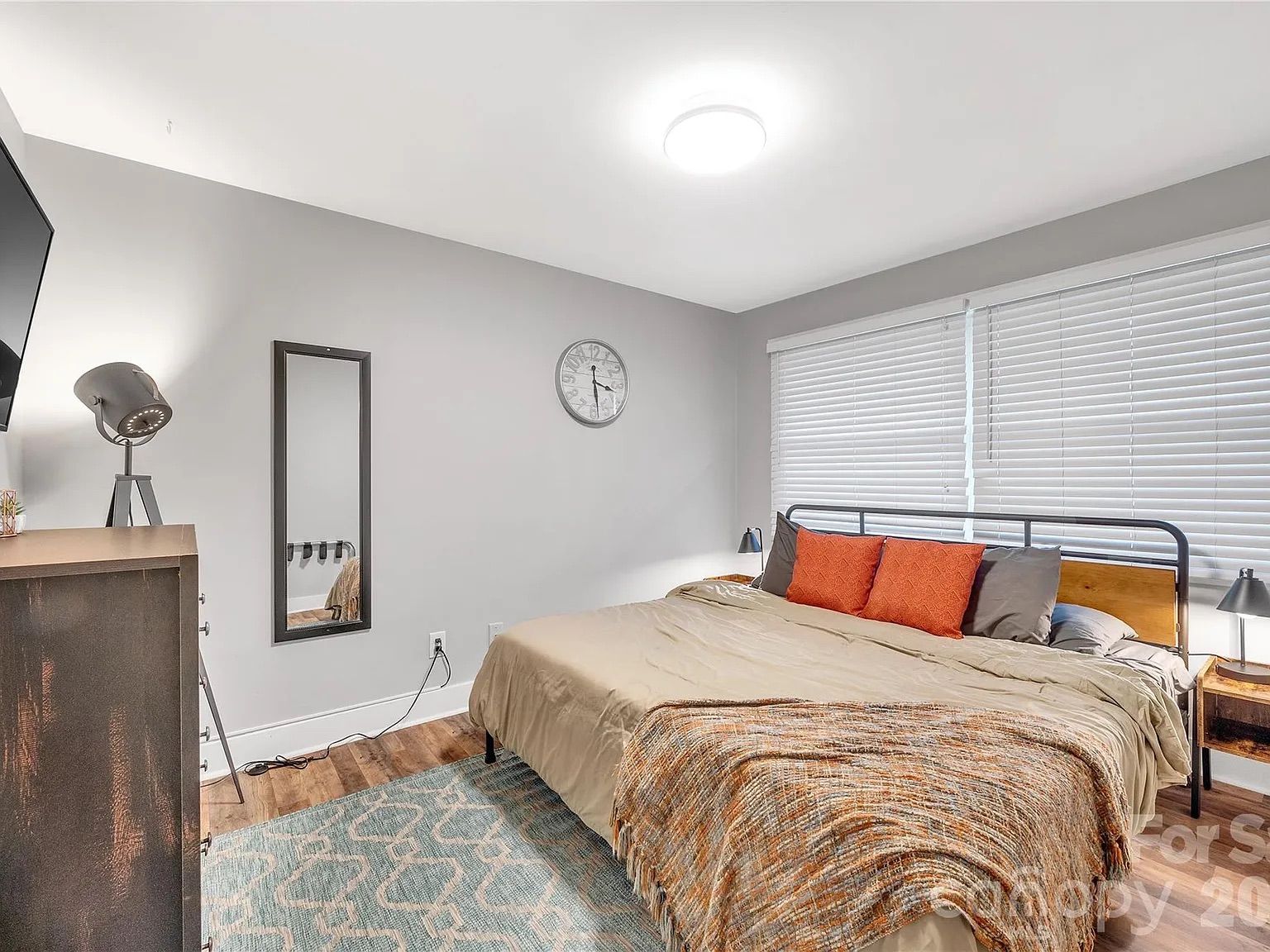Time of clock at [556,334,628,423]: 3:28
